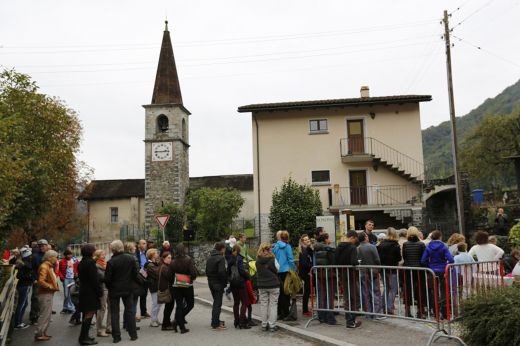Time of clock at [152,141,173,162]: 2:45
